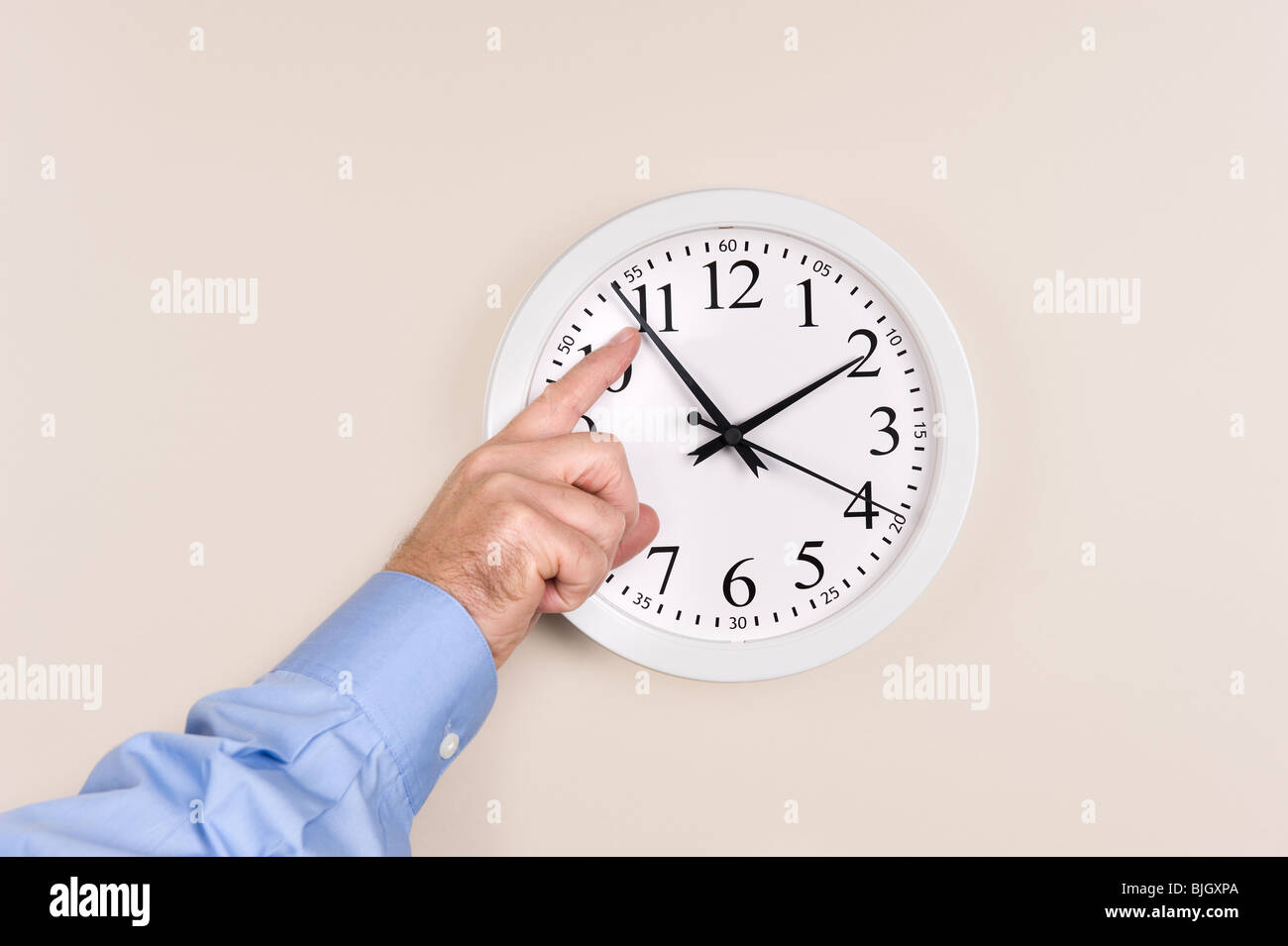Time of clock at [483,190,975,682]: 1:53
